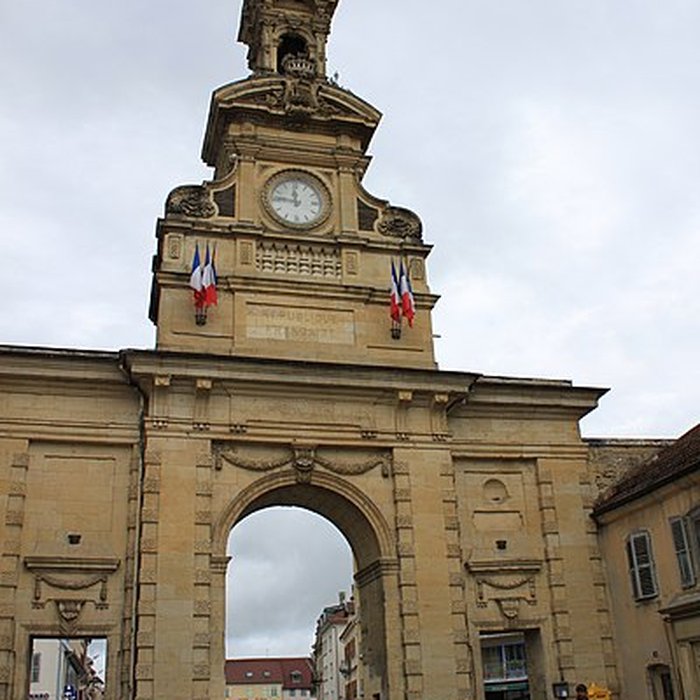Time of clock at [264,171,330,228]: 11:46
